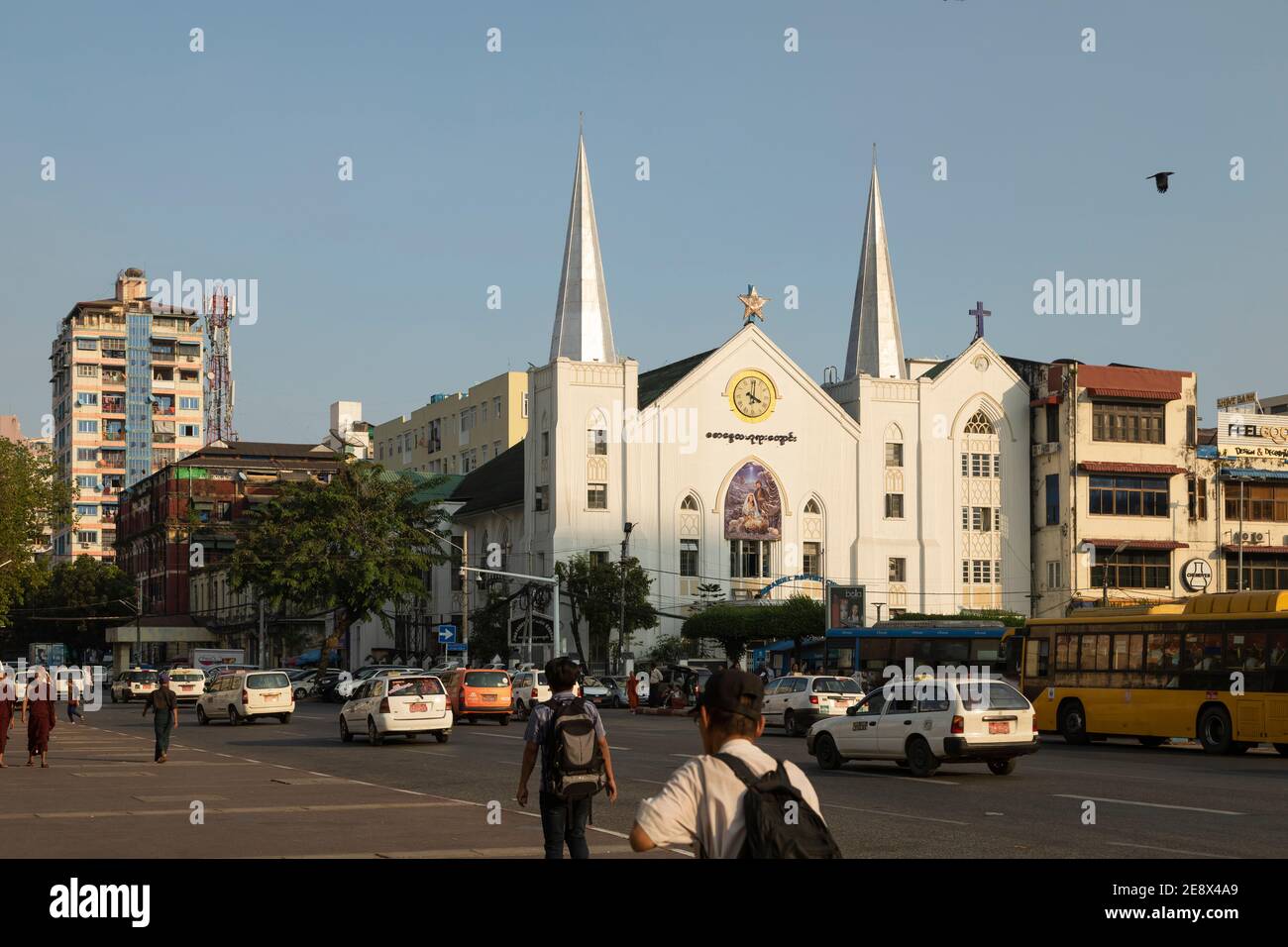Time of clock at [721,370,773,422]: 4:01
